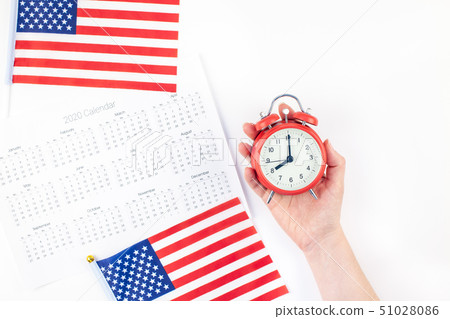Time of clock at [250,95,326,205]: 8:00
